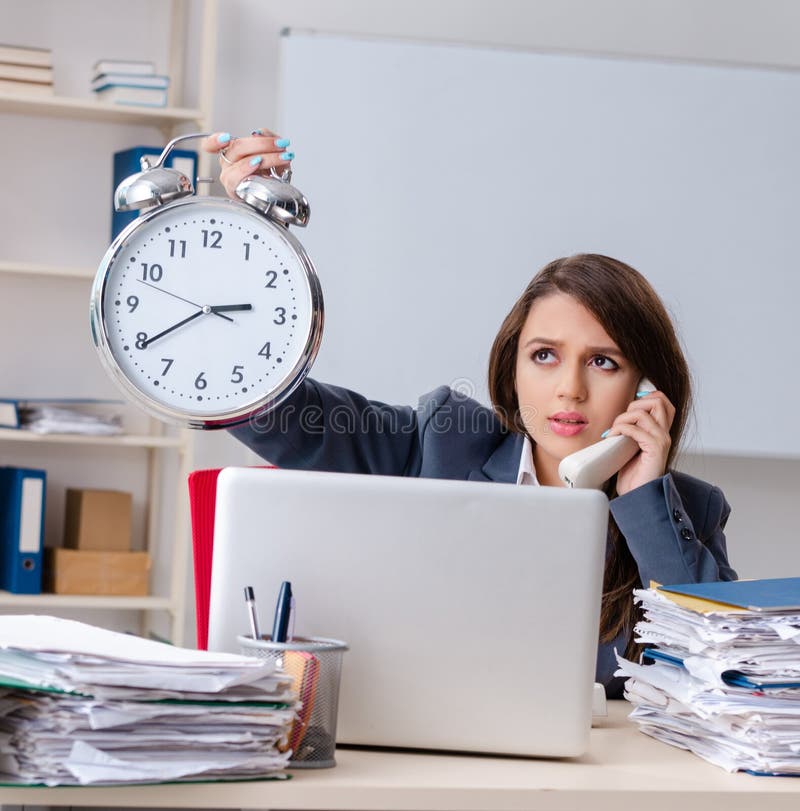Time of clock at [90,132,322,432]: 2:39
